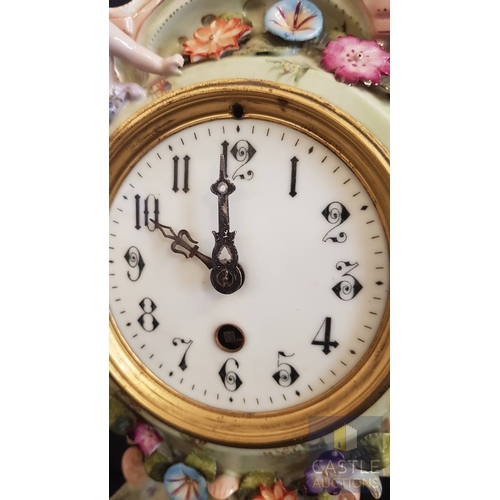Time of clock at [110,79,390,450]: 9:59
